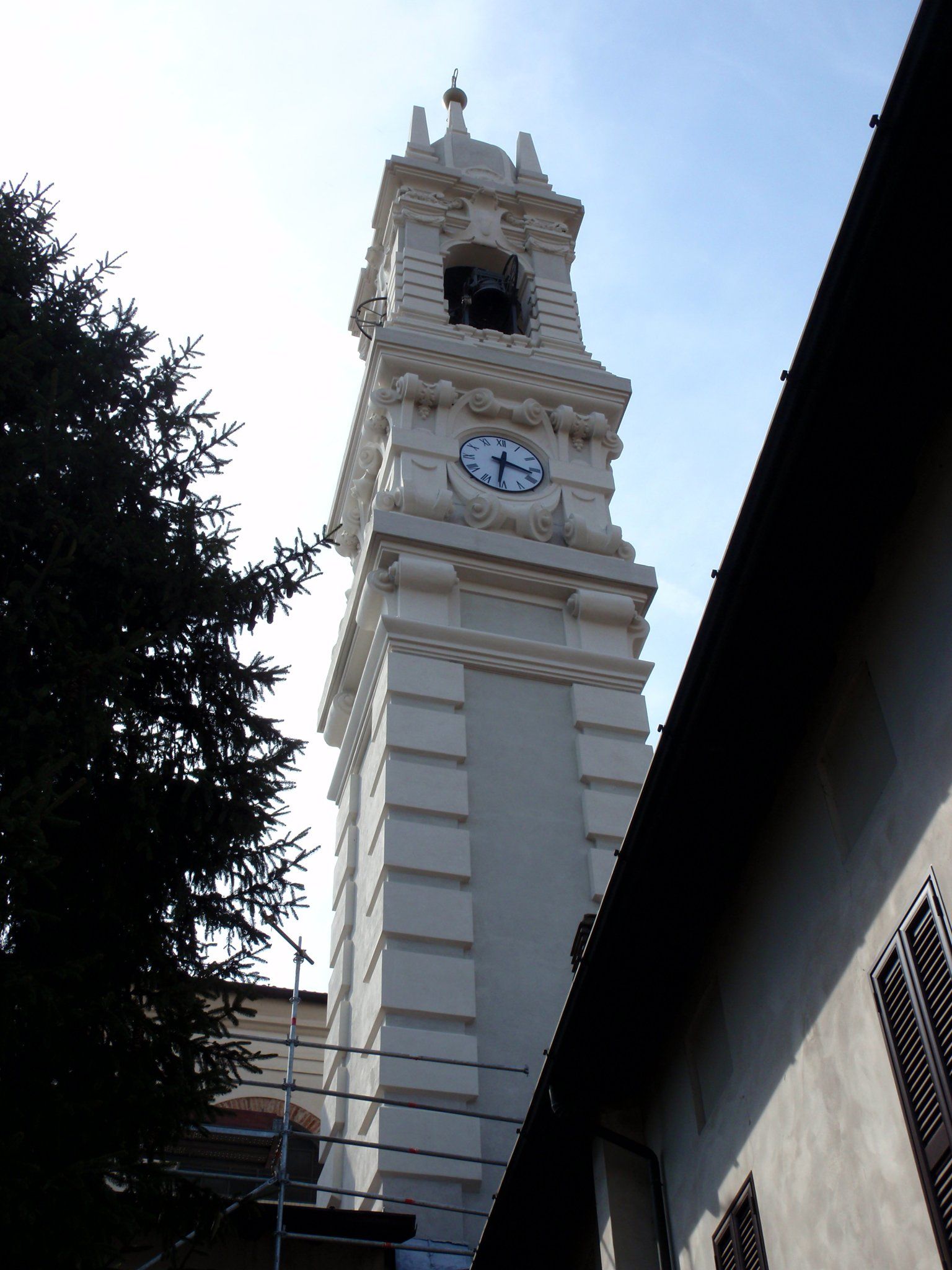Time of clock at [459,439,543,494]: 3:31
